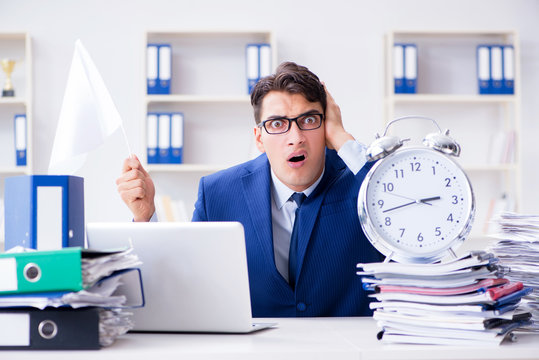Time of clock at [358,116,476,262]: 2:42
